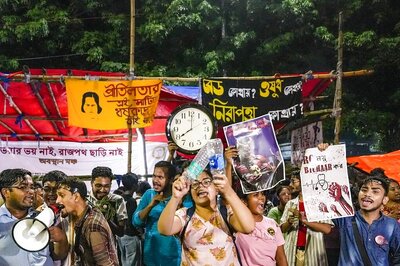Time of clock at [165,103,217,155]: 8:00
